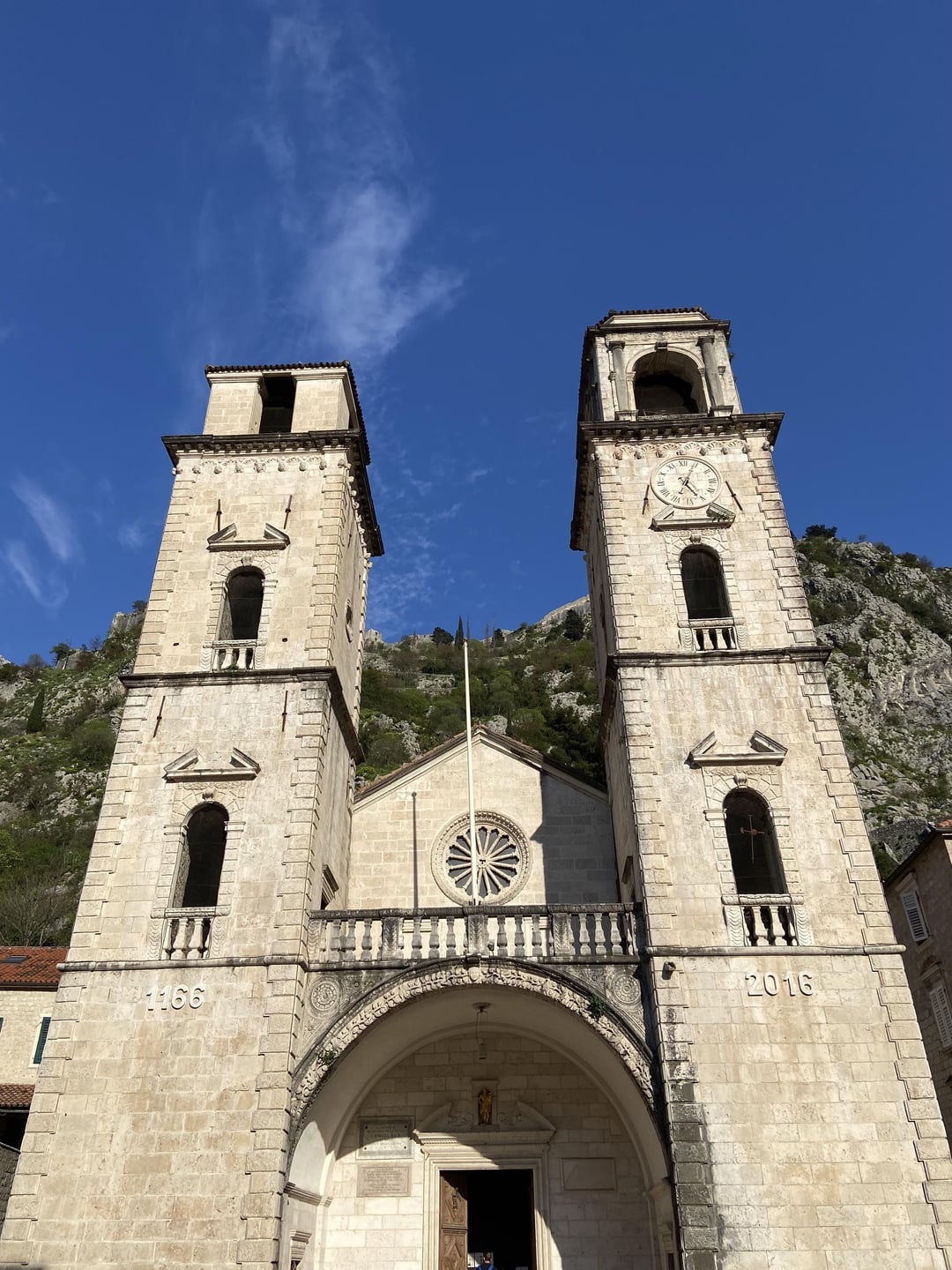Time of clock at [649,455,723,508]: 5:04
